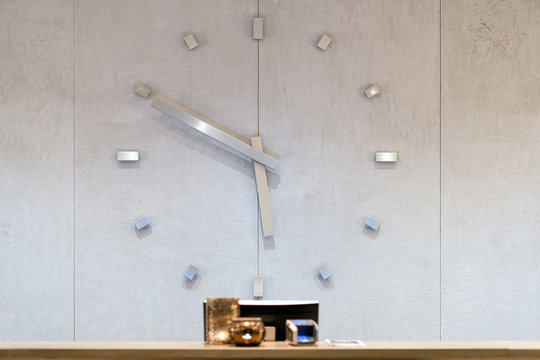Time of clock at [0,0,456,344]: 5:49
